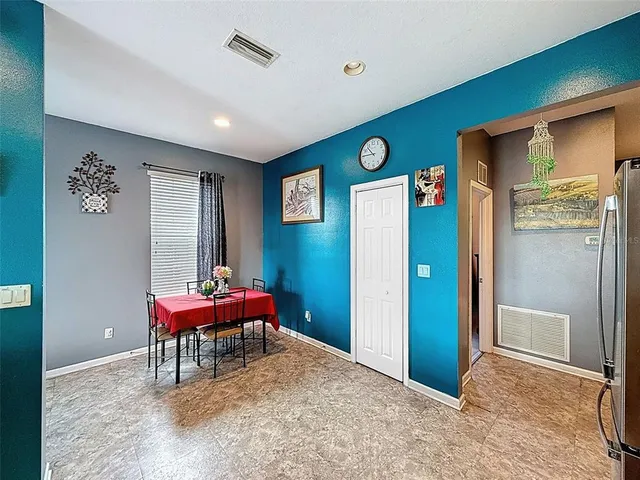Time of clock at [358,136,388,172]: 10:45
